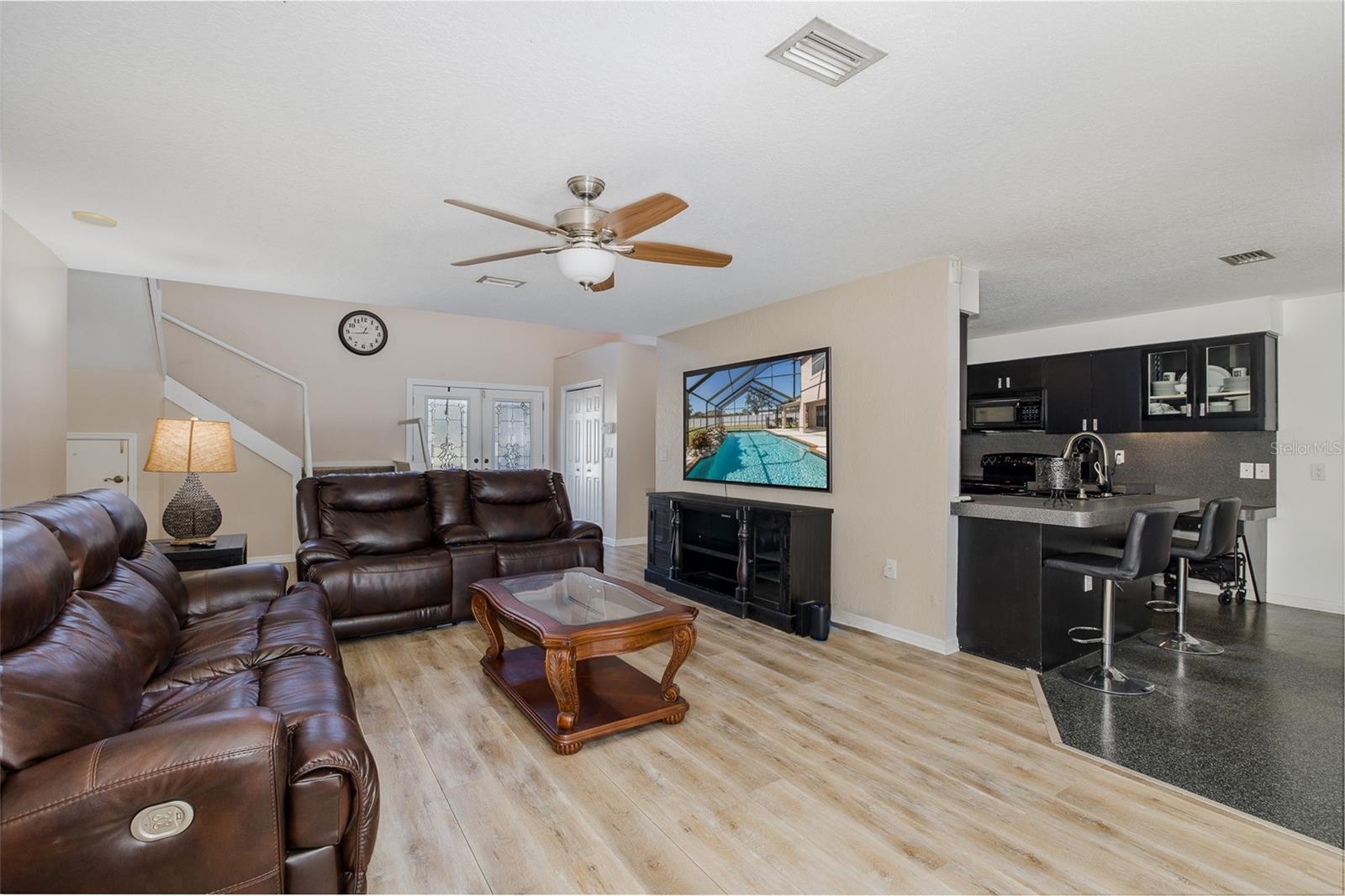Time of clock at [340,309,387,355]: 12:43
